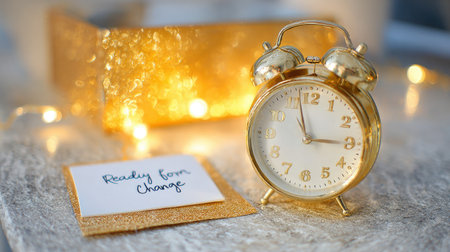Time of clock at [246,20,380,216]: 2:57
